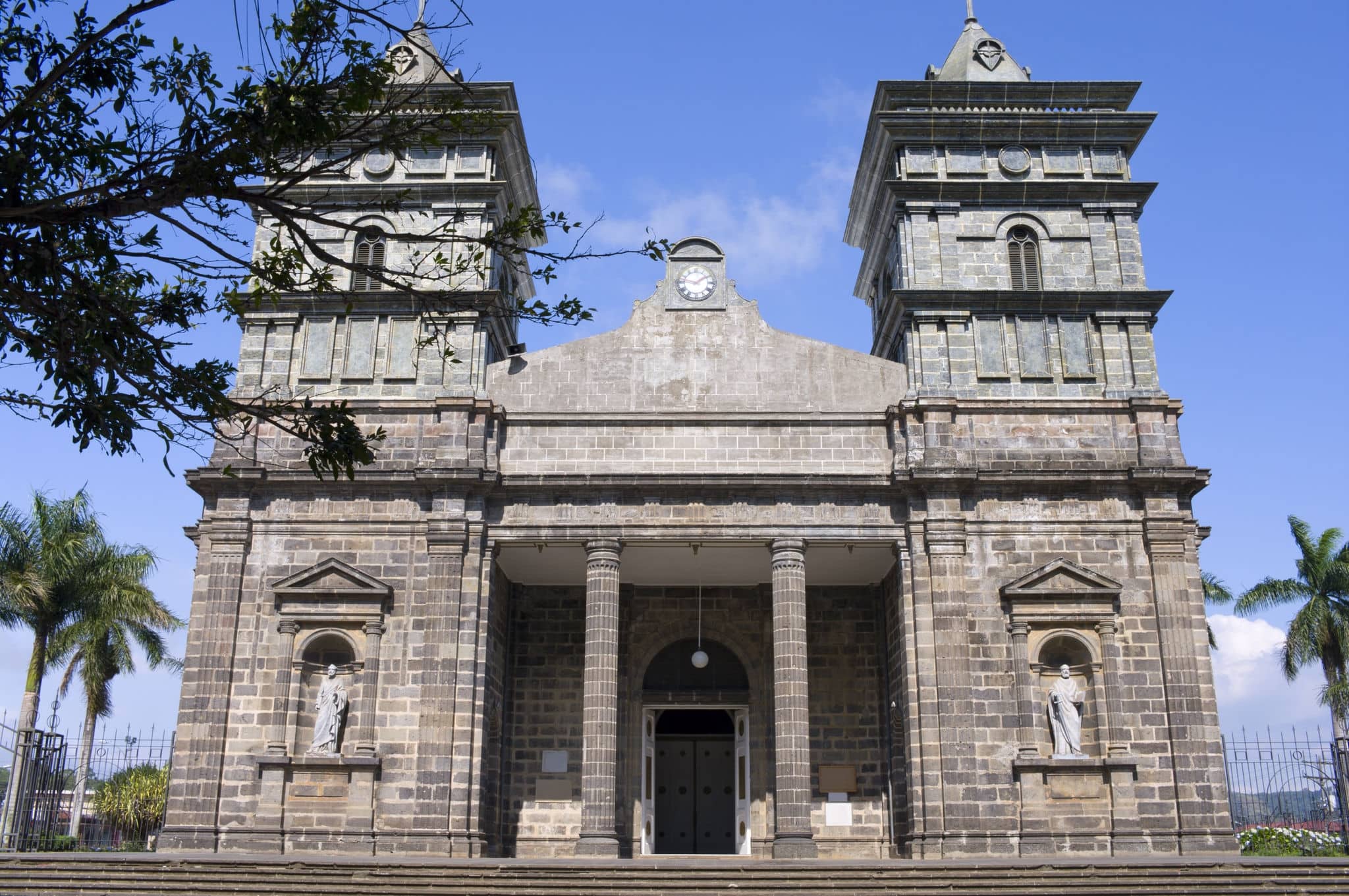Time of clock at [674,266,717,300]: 1:46
